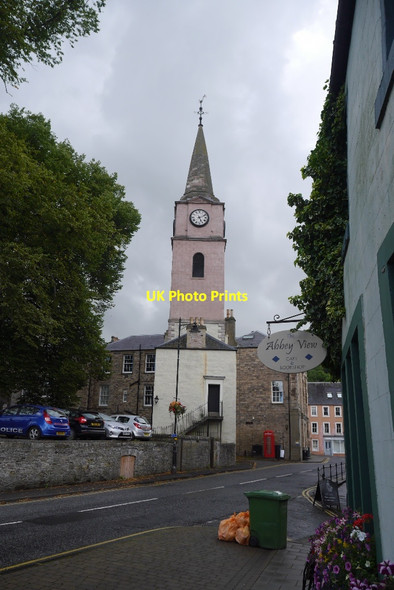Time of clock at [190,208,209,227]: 5:11
